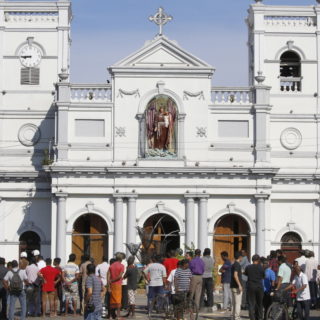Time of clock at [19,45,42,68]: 8:45
